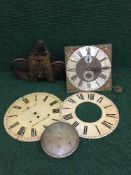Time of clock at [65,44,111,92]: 3:15
